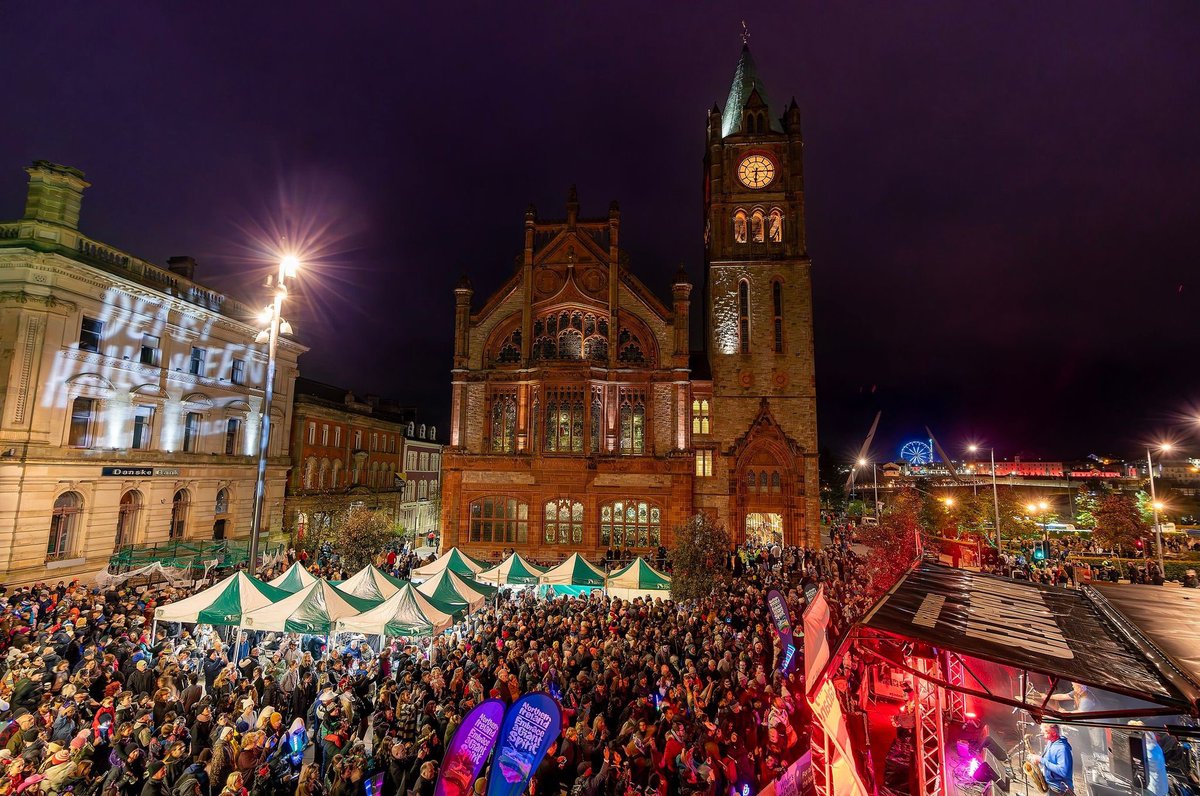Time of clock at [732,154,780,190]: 6:14
